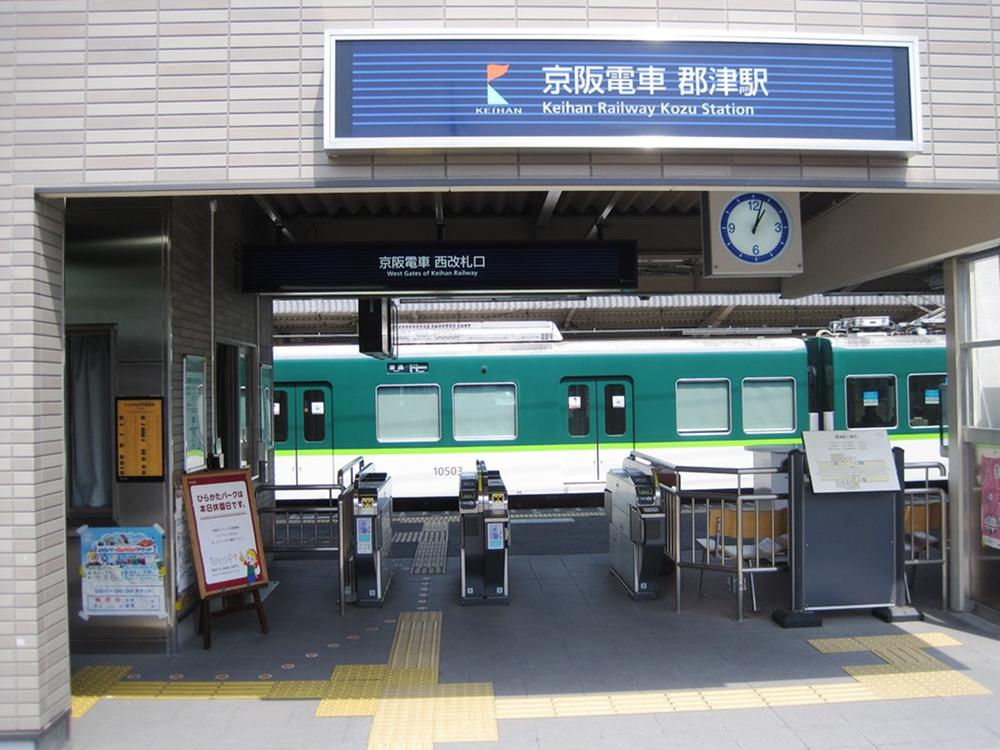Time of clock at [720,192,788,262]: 1:02
